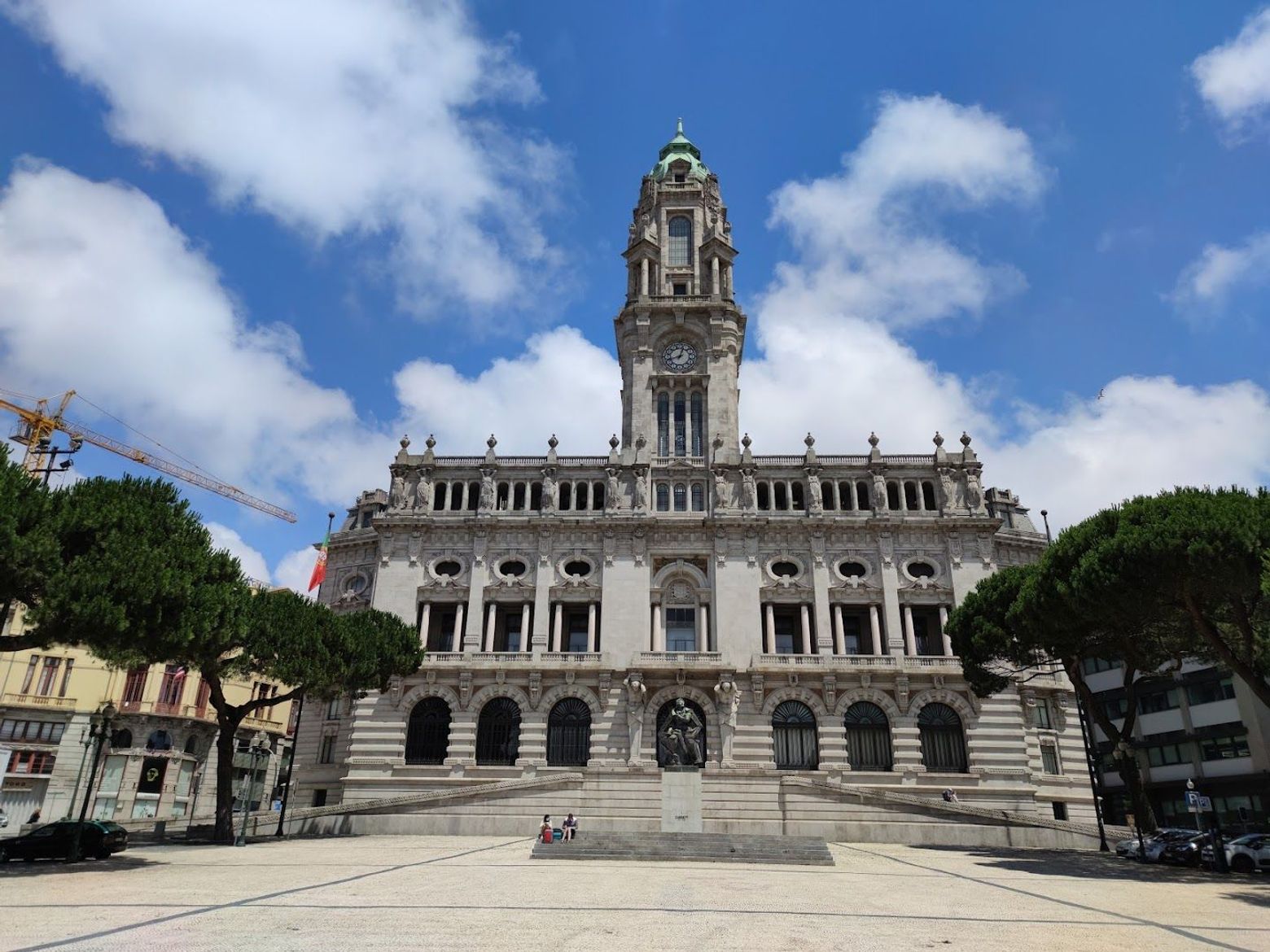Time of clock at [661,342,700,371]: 12:41
